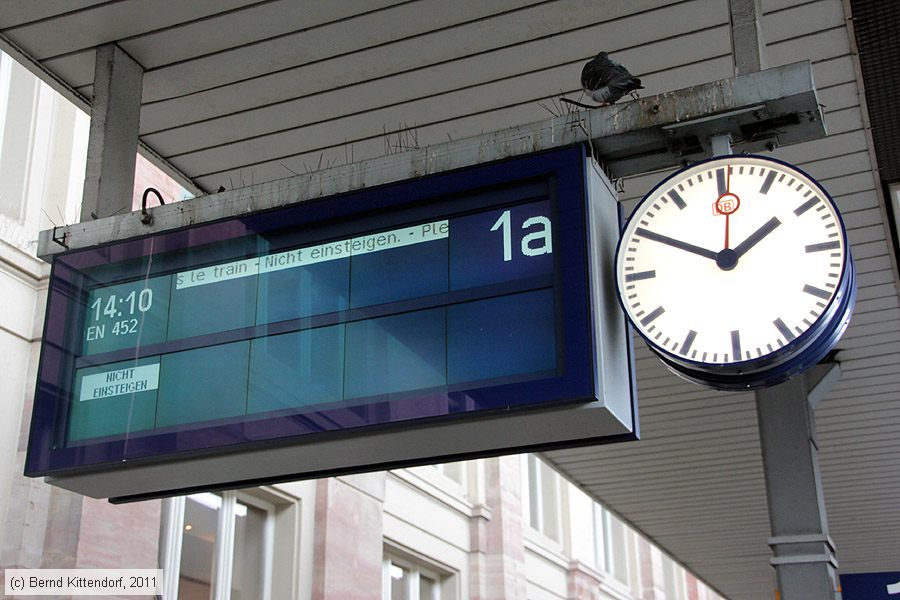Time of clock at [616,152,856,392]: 1:49
